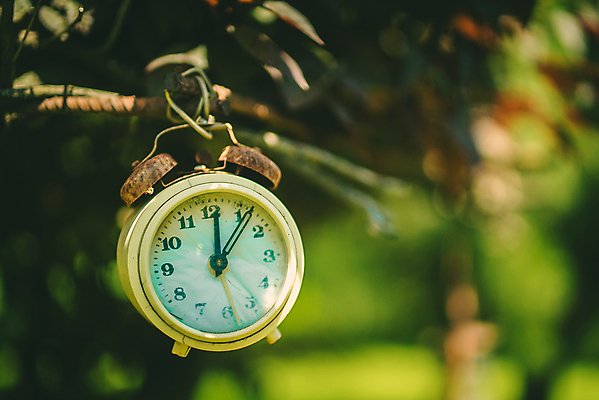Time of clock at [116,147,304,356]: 12:06
